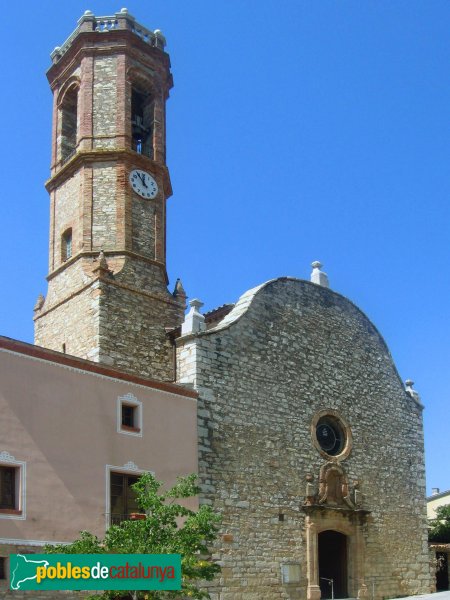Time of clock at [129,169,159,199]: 11:53
